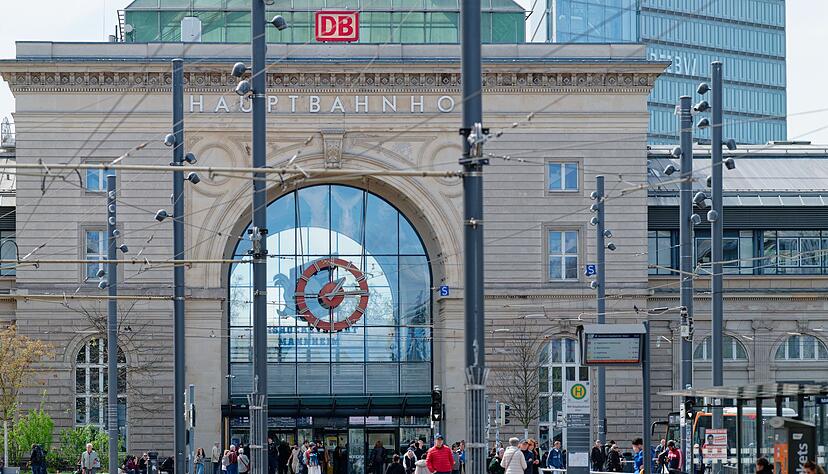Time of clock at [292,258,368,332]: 1:14
